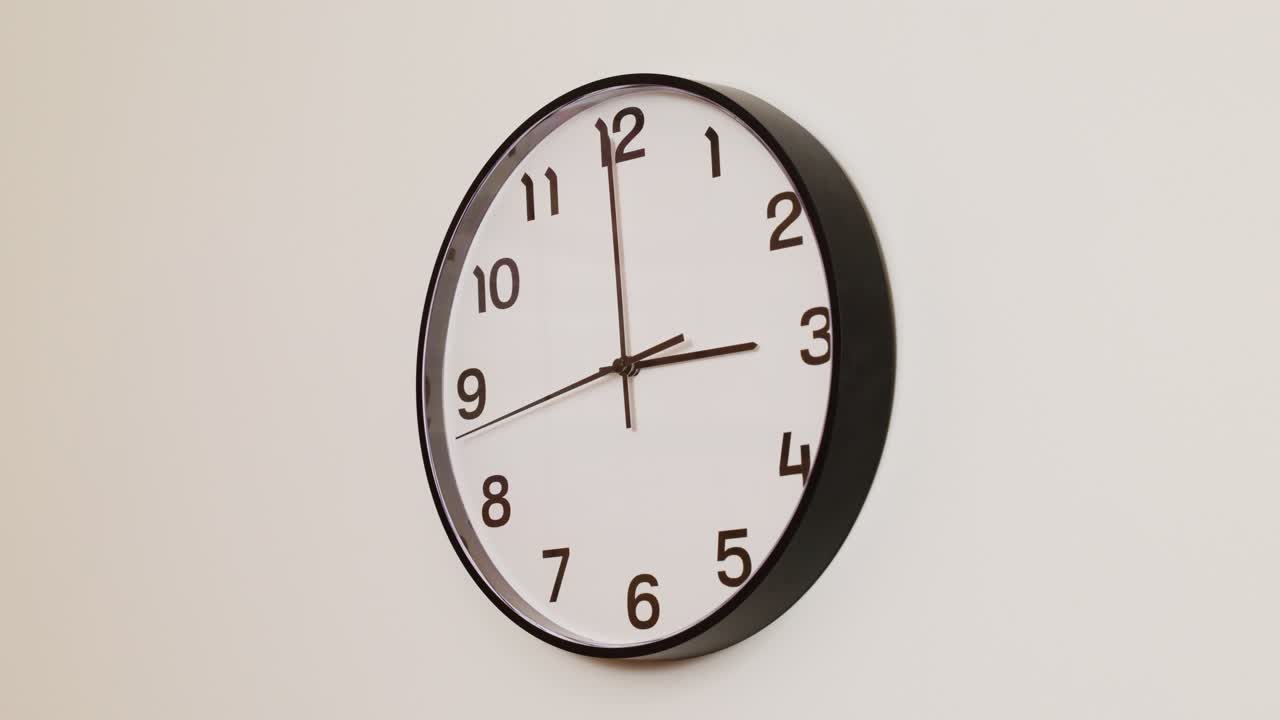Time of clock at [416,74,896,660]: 2:59
